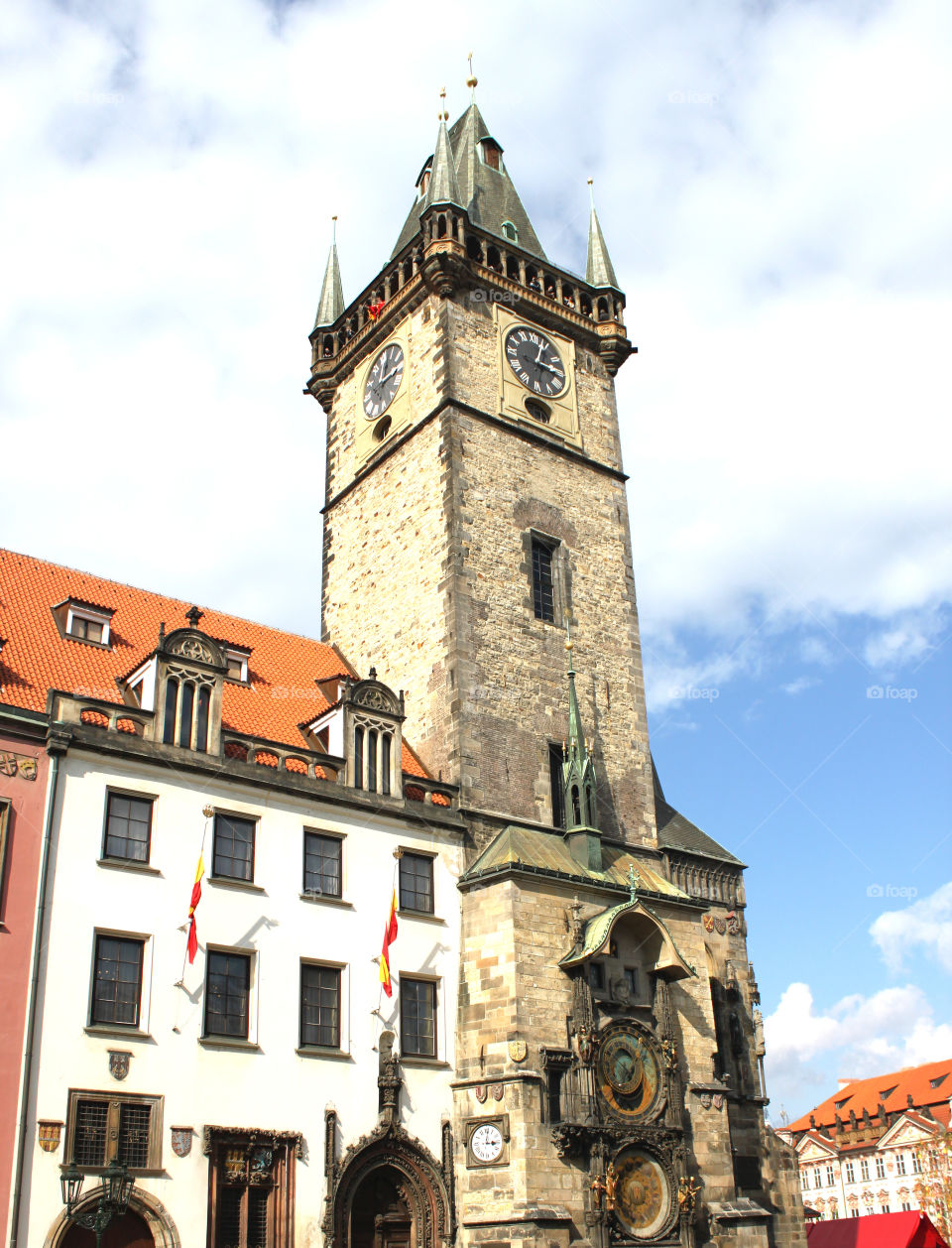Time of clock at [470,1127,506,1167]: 3:01
